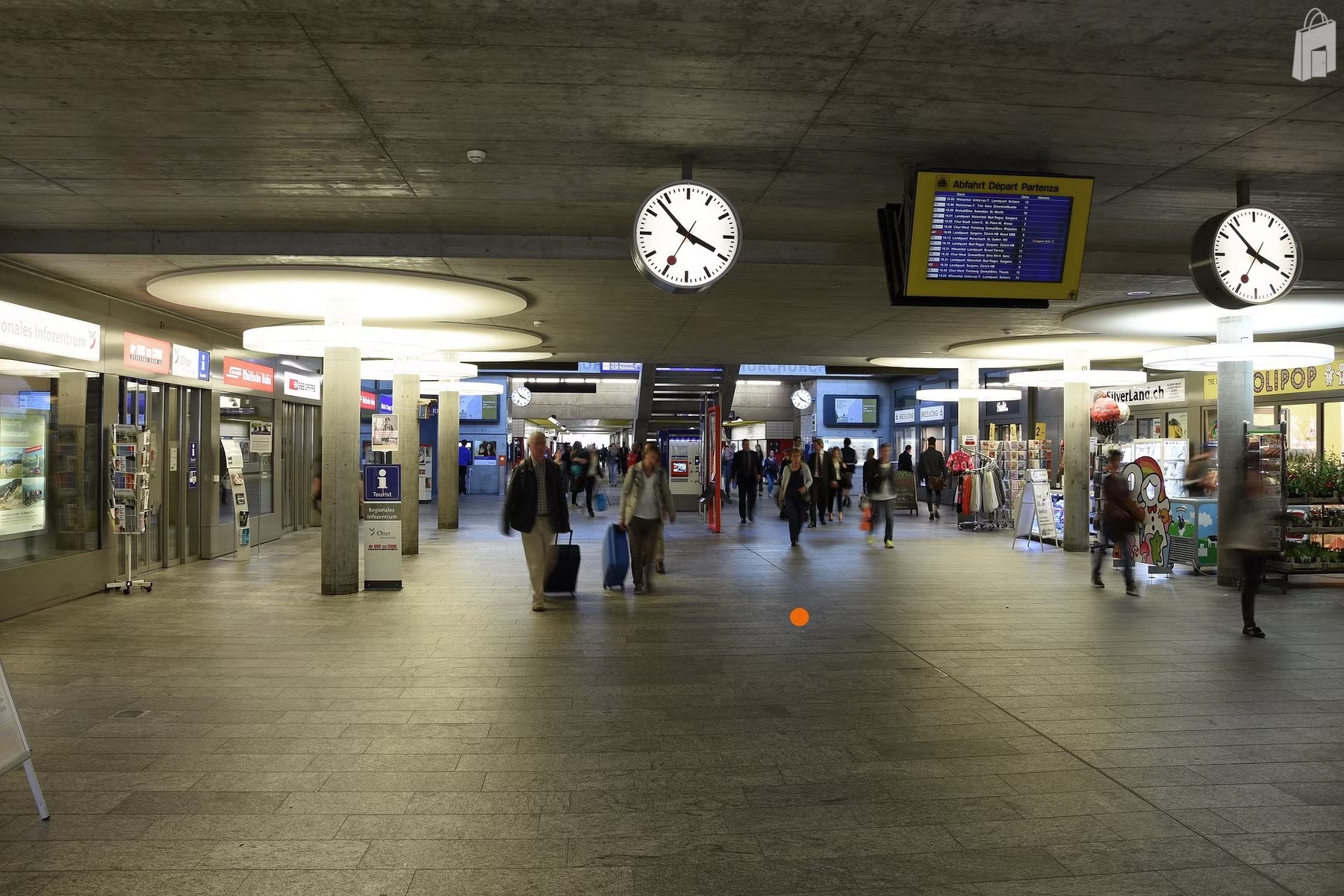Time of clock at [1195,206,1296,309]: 3:53
